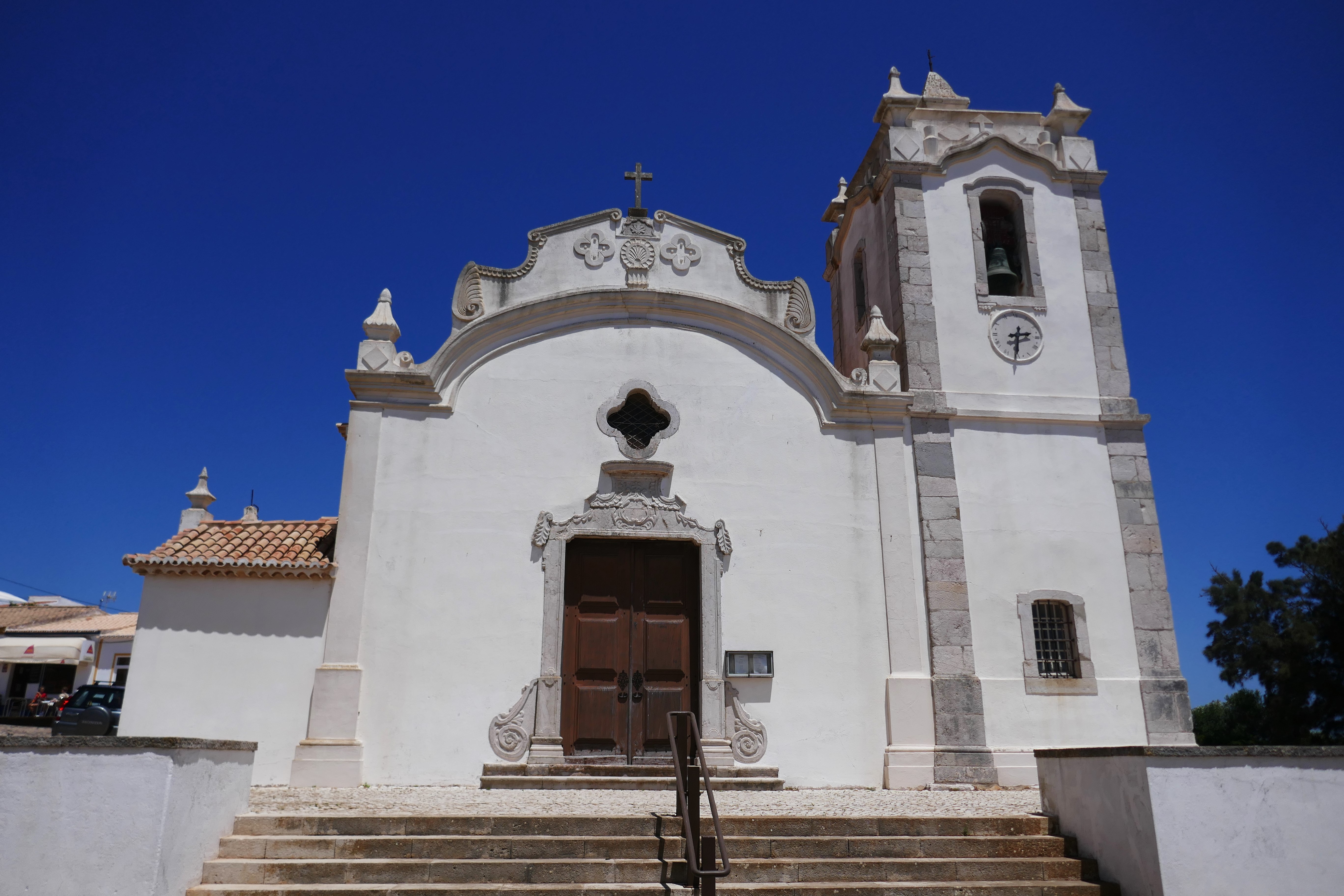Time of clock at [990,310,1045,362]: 2:30
